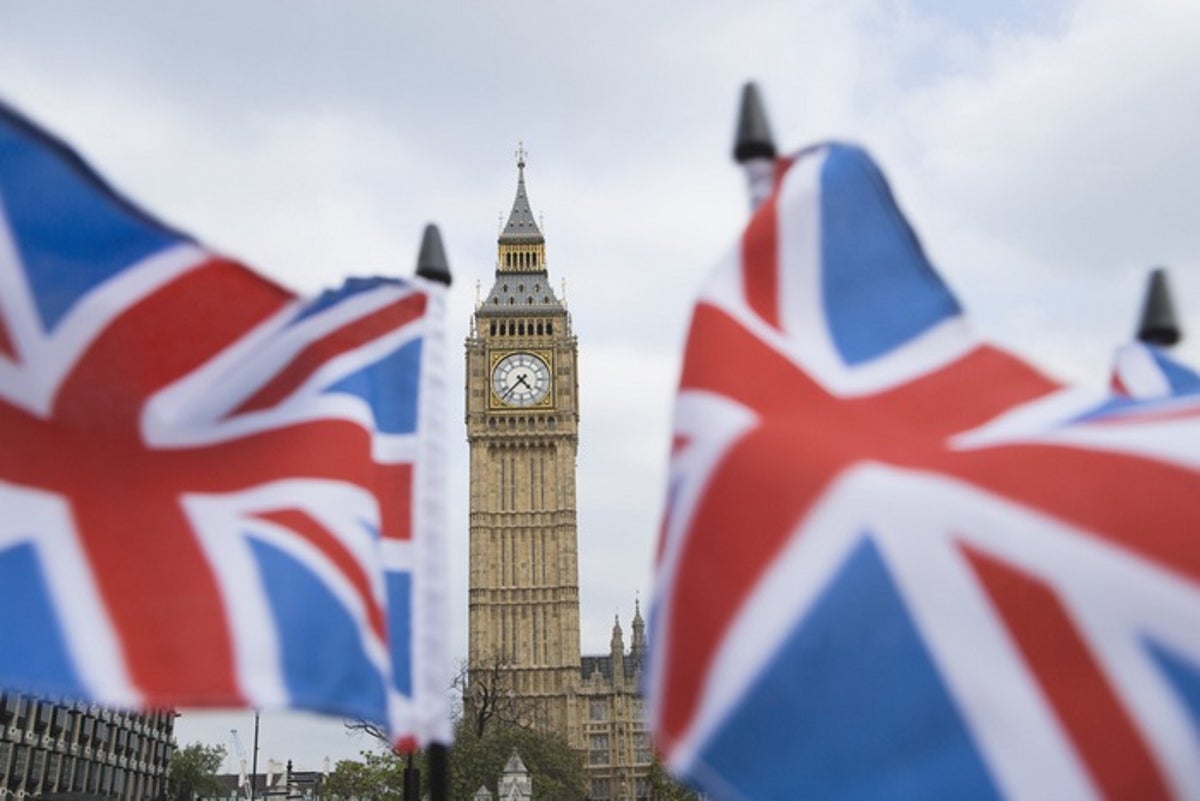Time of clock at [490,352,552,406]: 4:37
